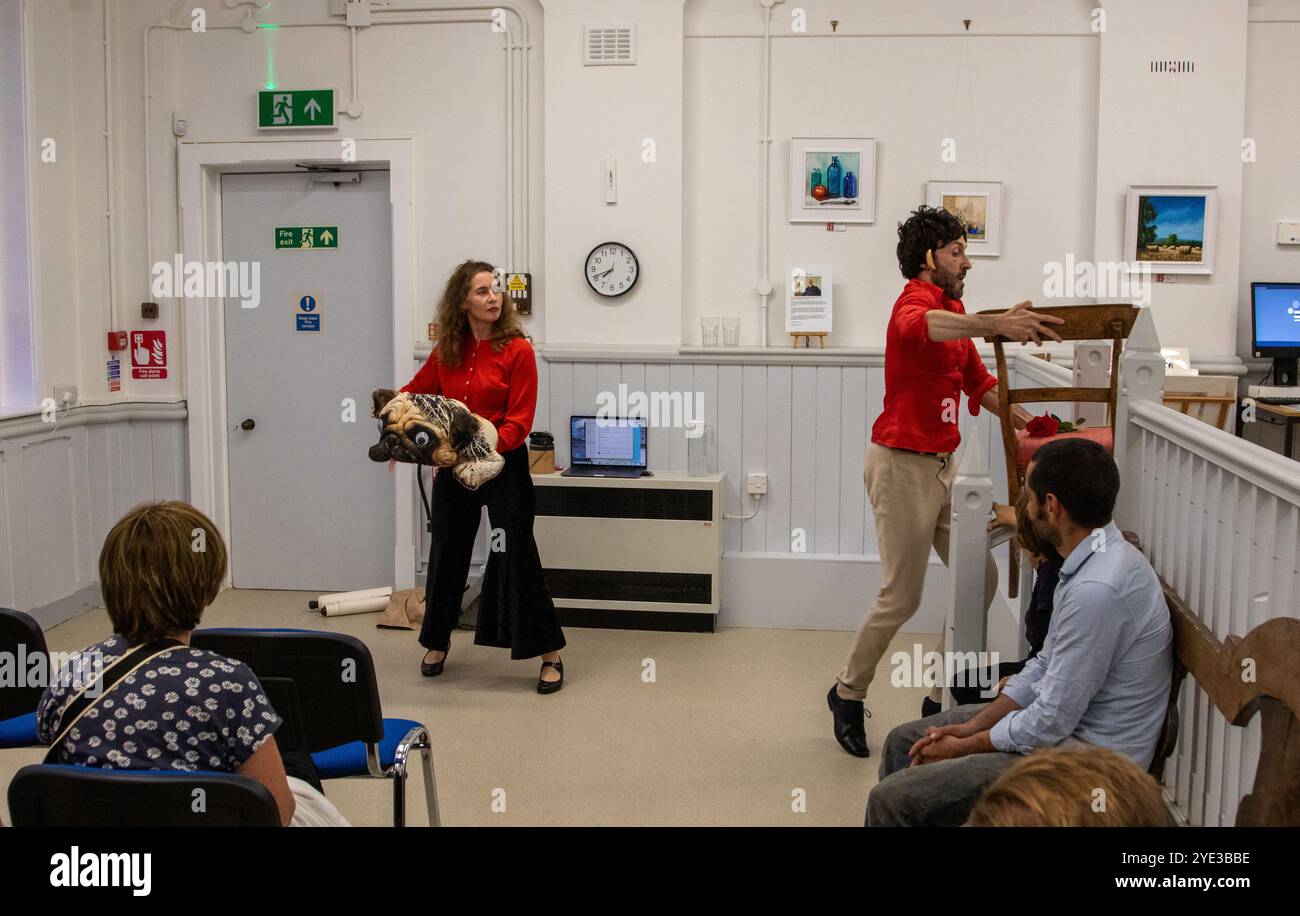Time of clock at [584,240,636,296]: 7:41
